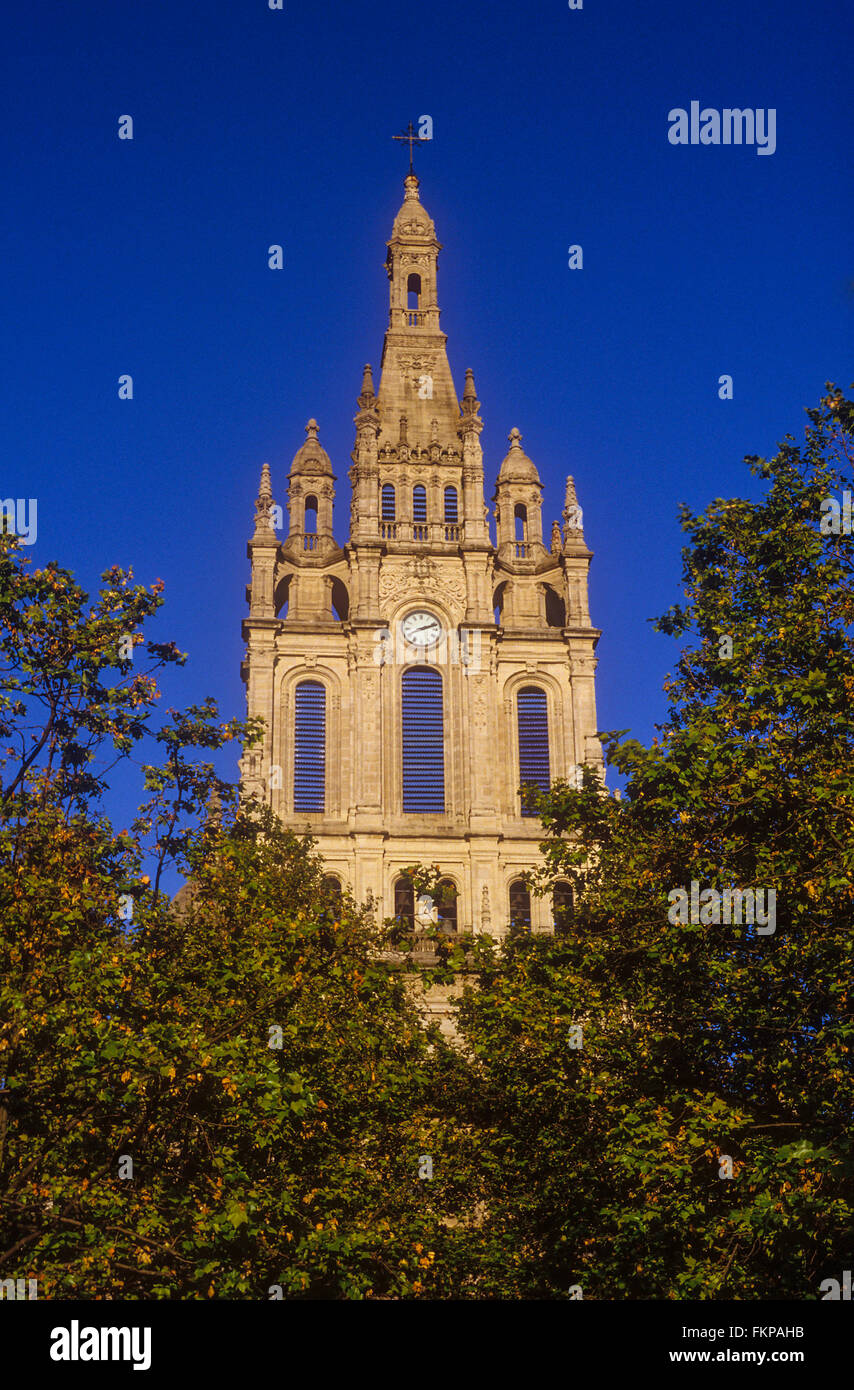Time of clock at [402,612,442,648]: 2:11
